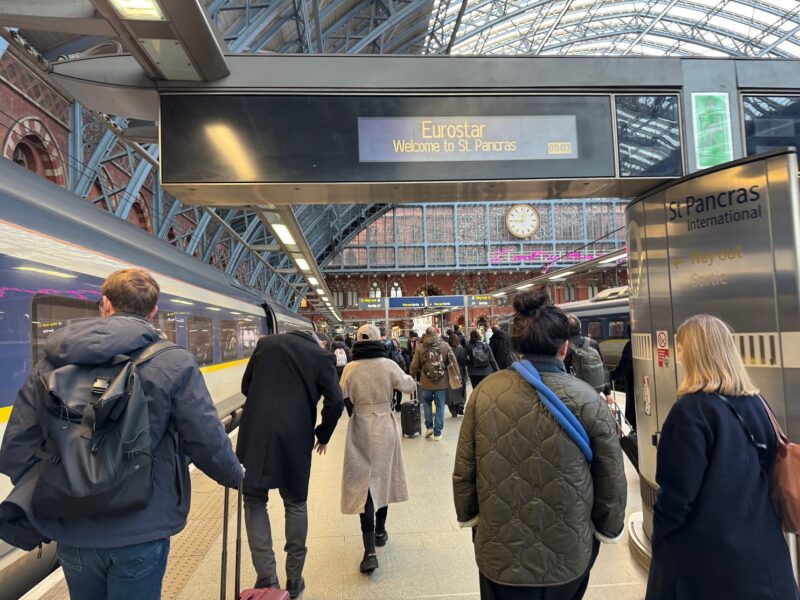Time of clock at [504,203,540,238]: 9:01
